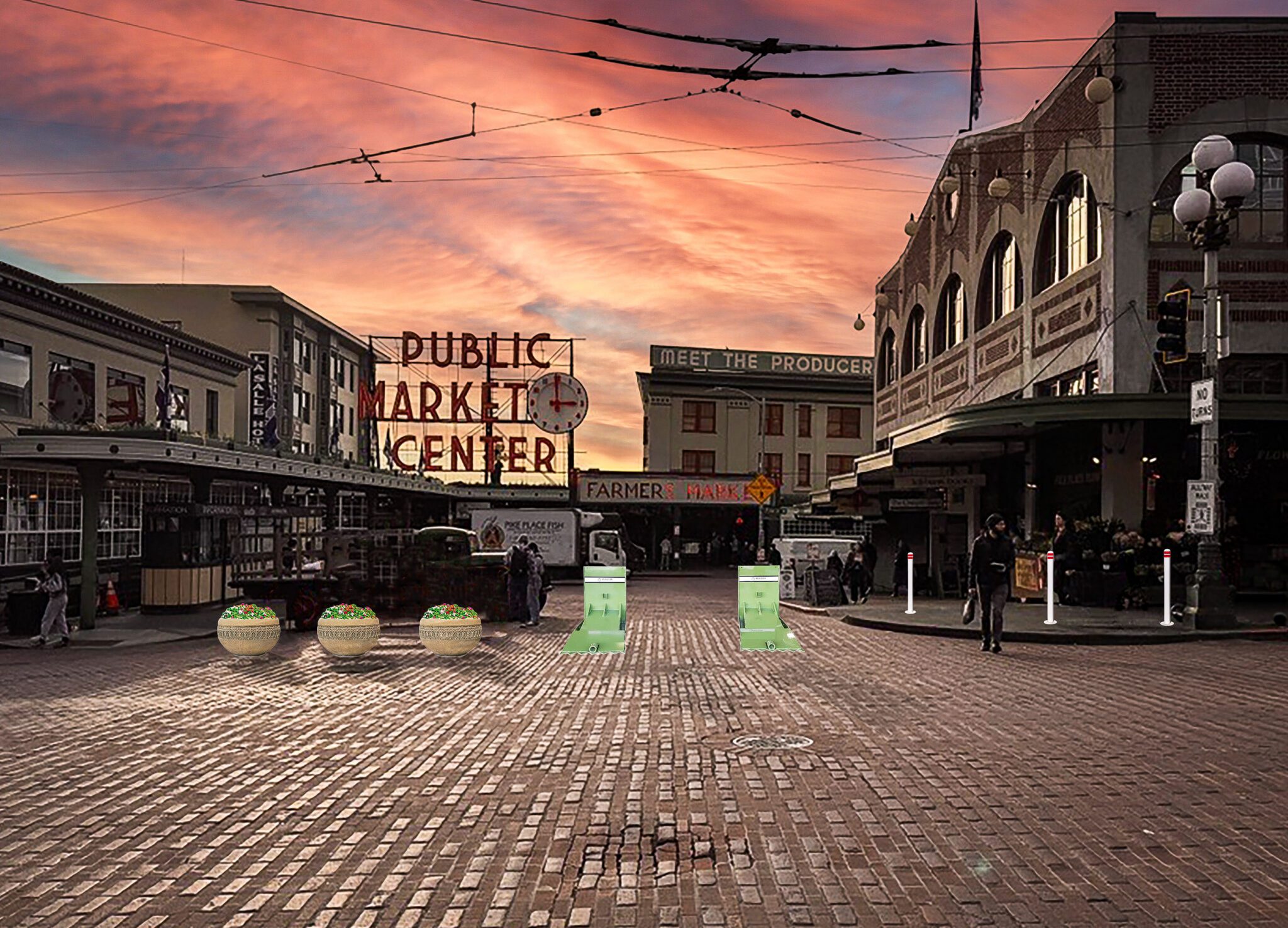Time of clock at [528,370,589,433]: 3:00
